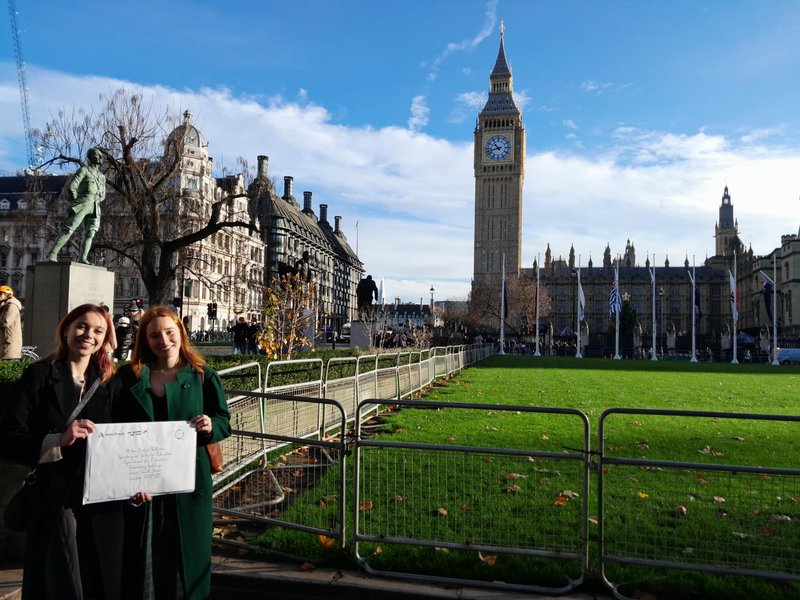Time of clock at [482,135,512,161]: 10:42
